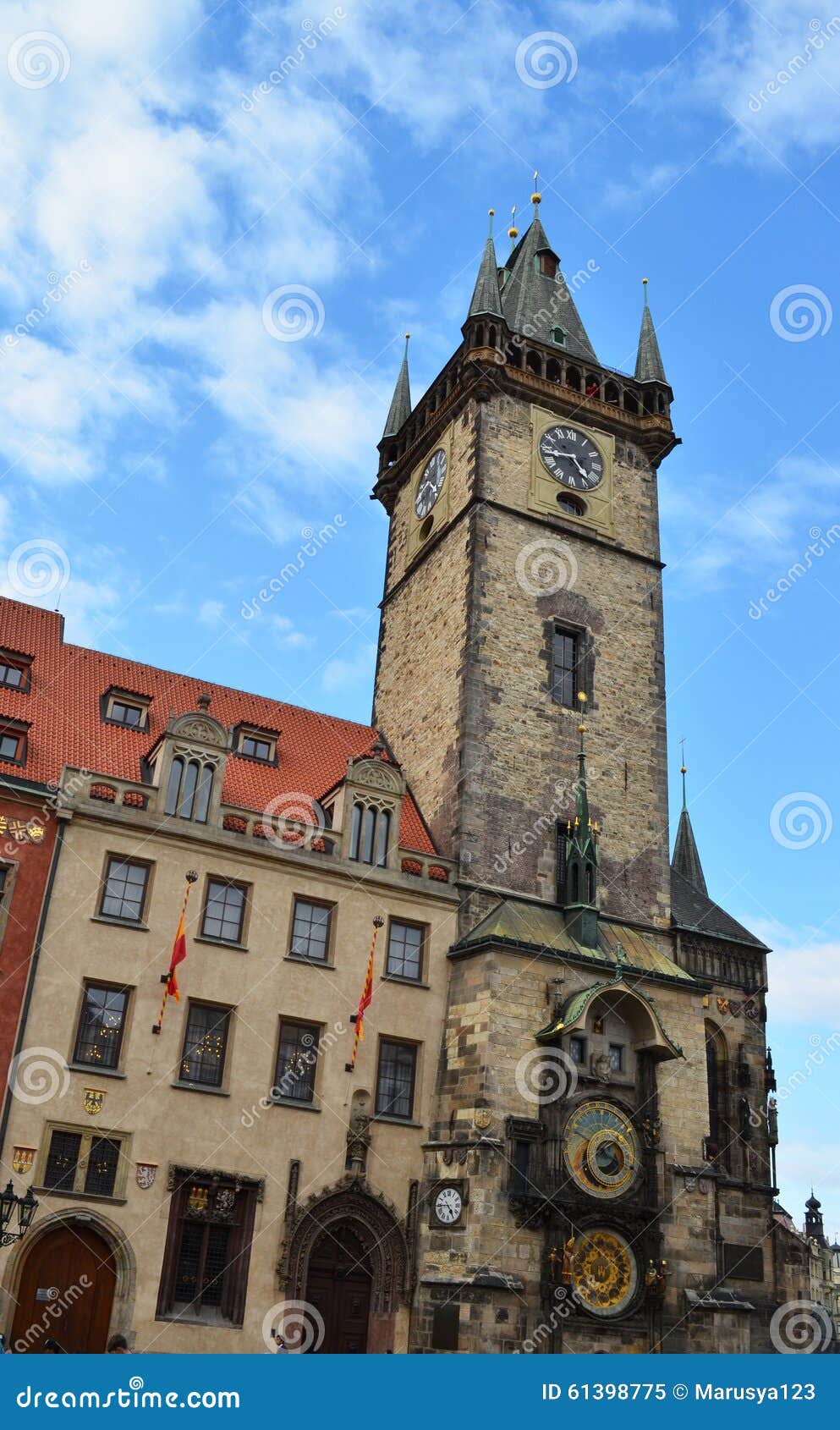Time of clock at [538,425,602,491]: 4:43
